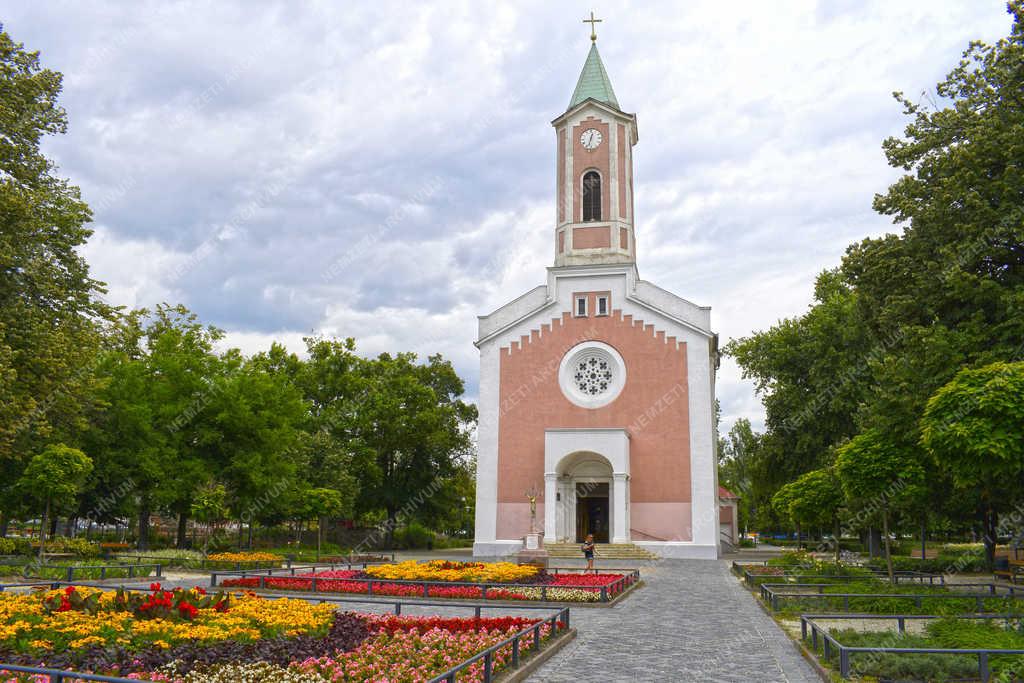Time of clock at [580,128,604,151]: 12:32
